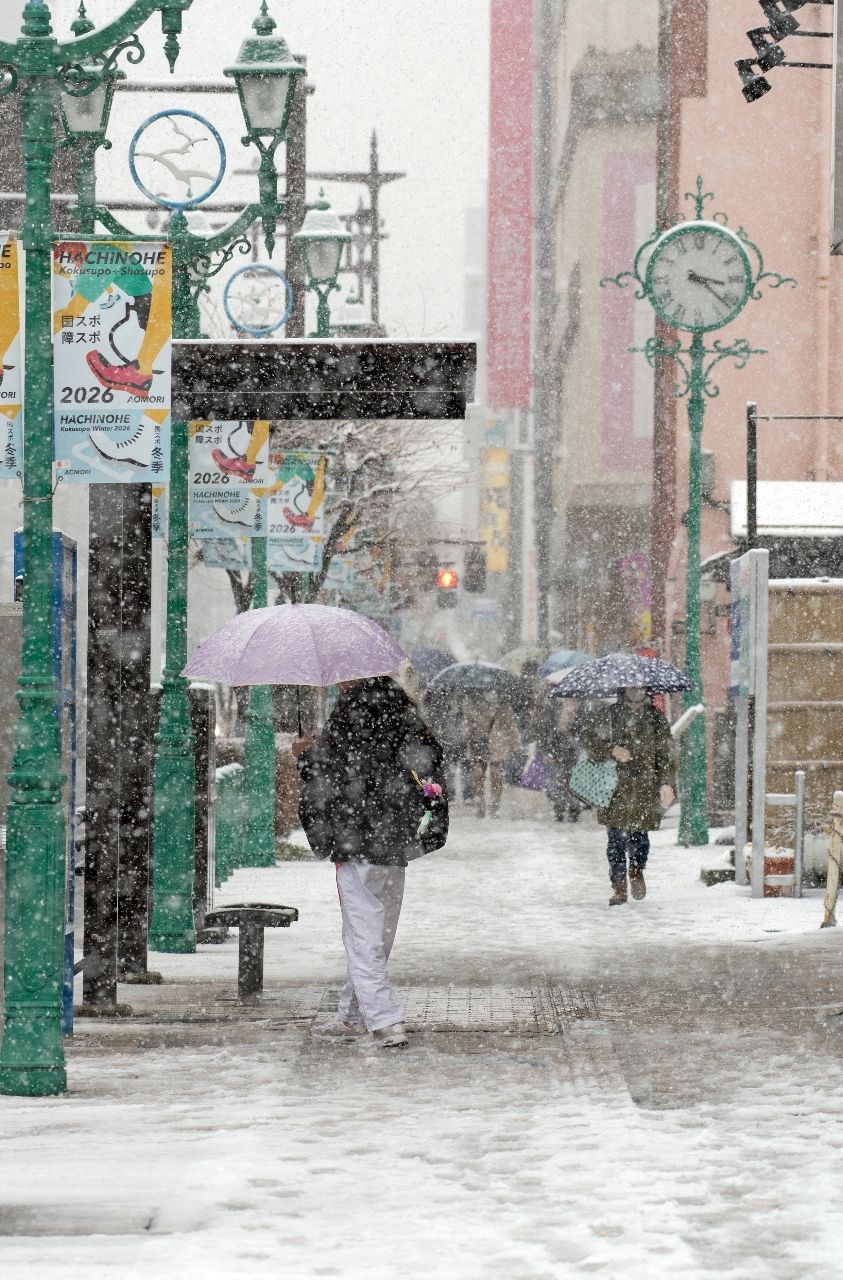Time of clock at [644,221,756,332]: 3:21
